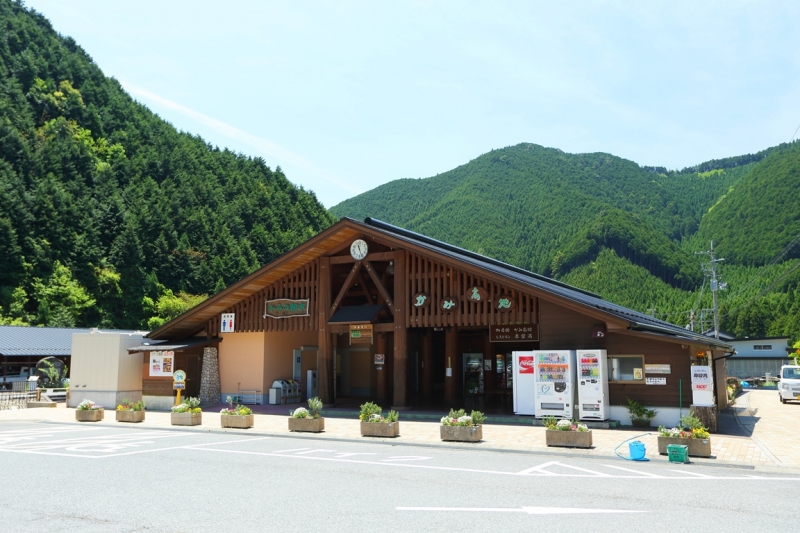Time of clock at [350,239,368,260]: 11:26
